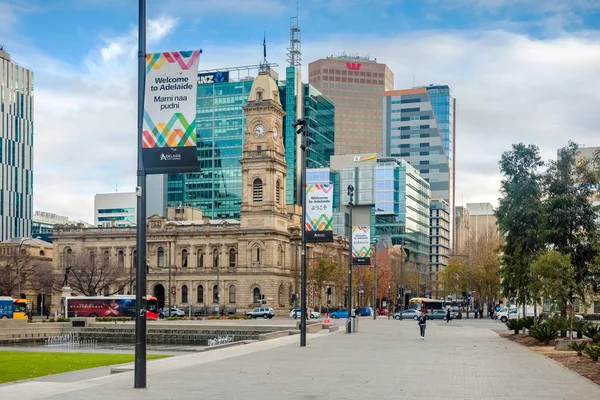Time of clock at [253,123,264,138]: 9:28
